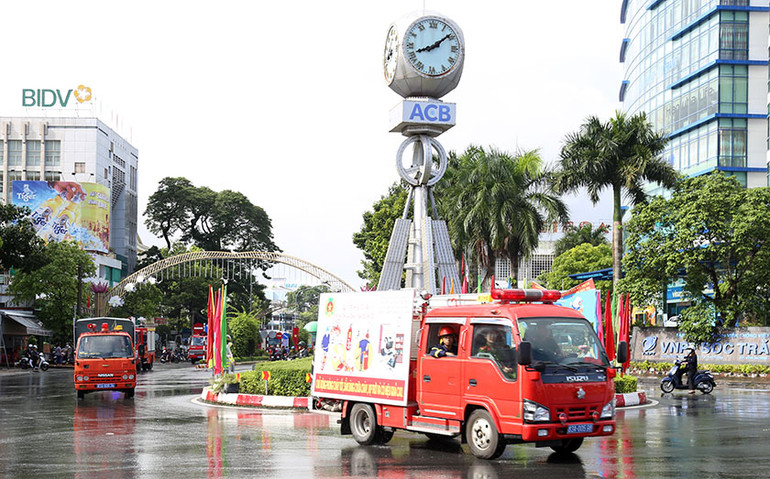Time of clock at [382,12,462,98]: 8:08
